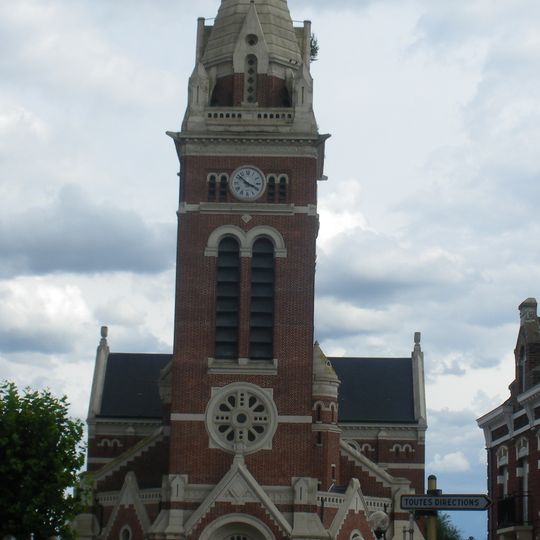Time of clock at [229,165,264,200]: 3:51
